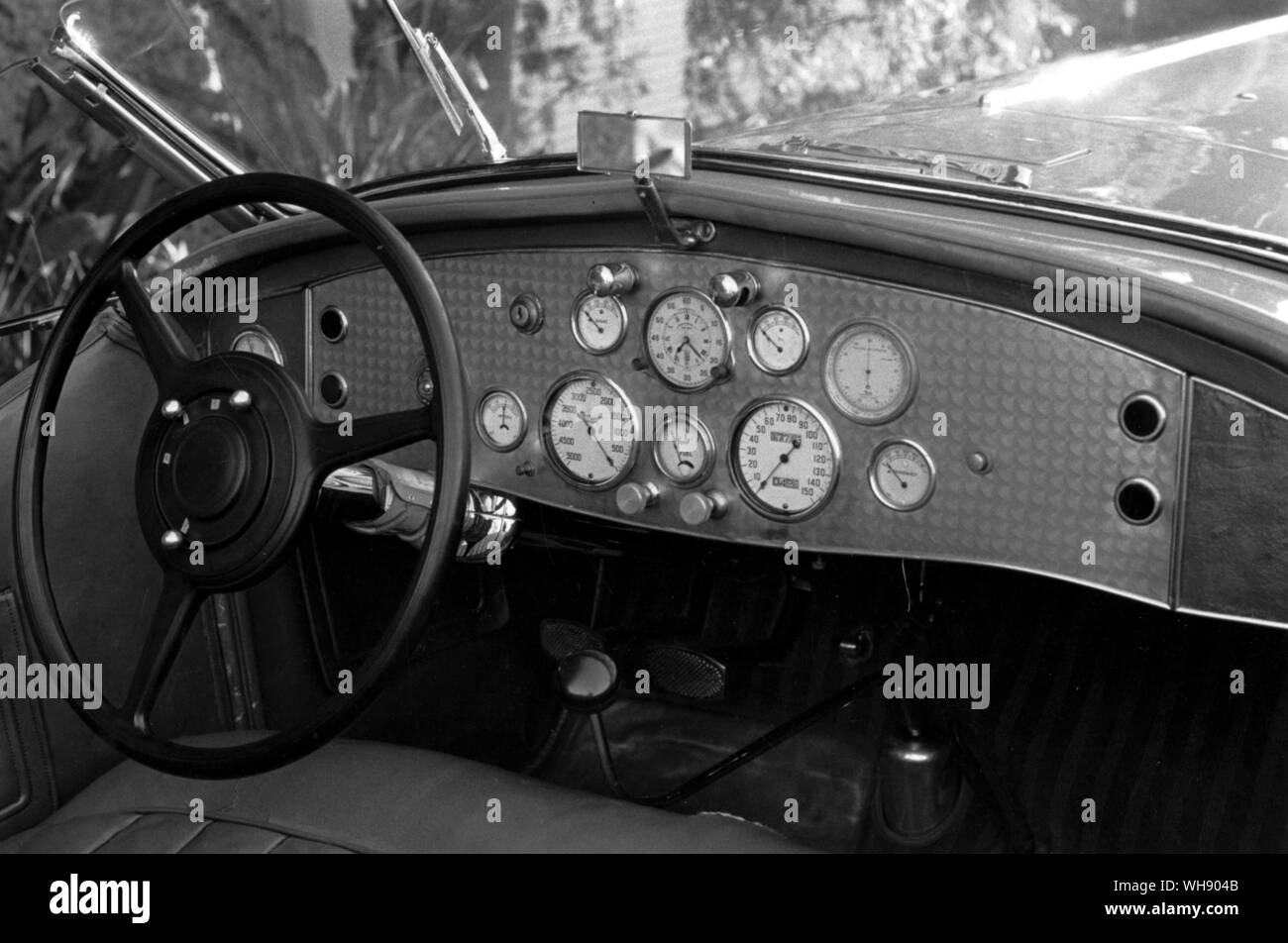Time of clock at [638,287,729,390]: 7:22
